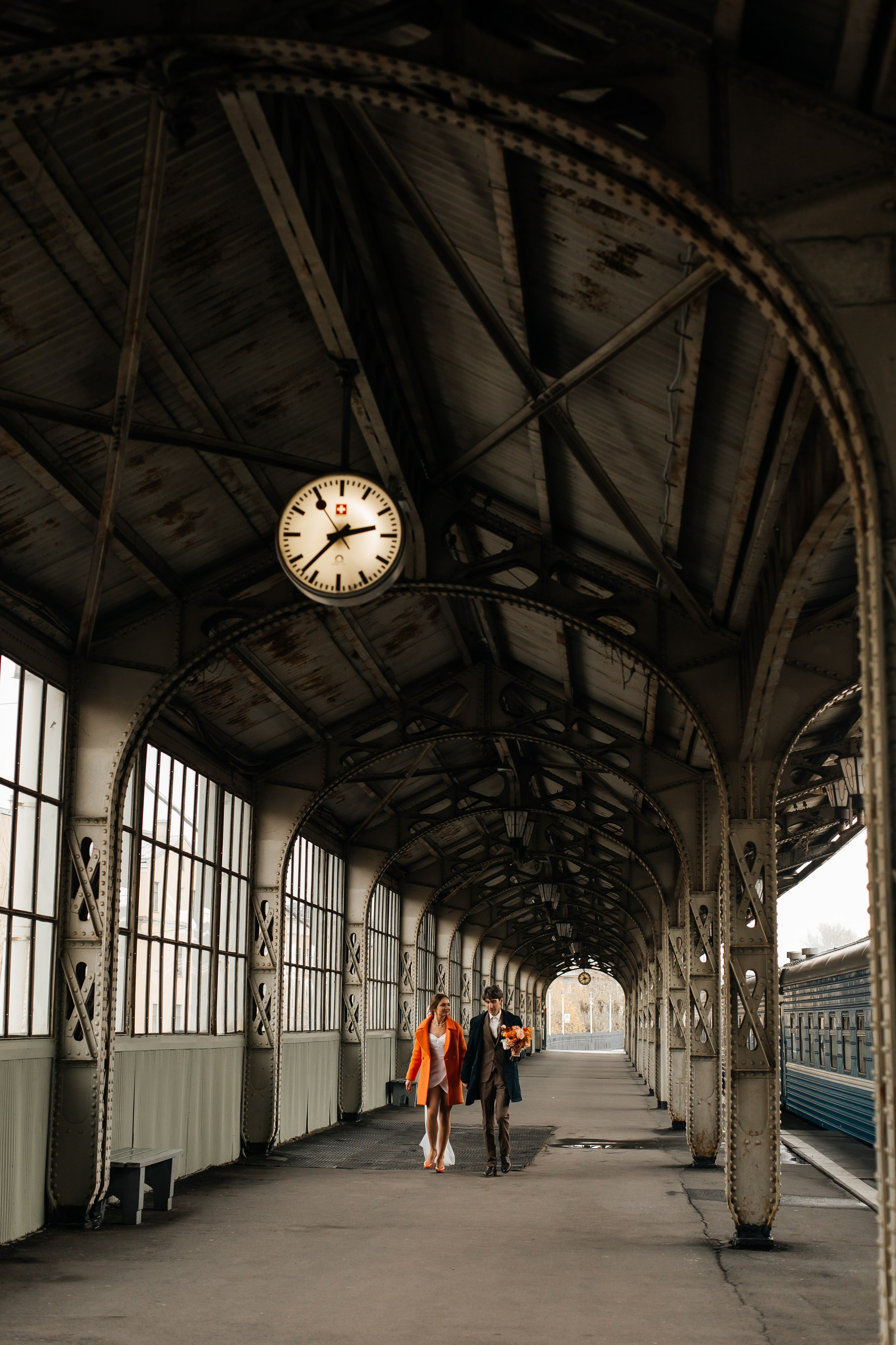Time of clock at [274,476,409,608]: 2:37
